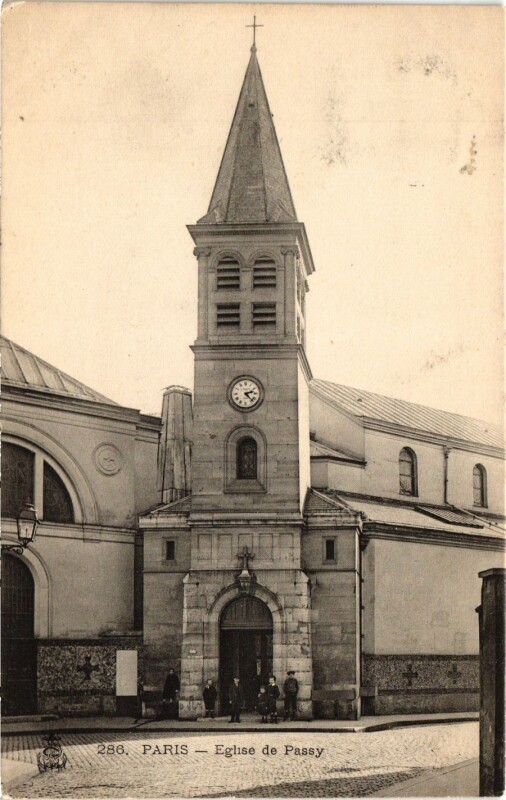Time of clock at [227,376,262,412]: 2:22
